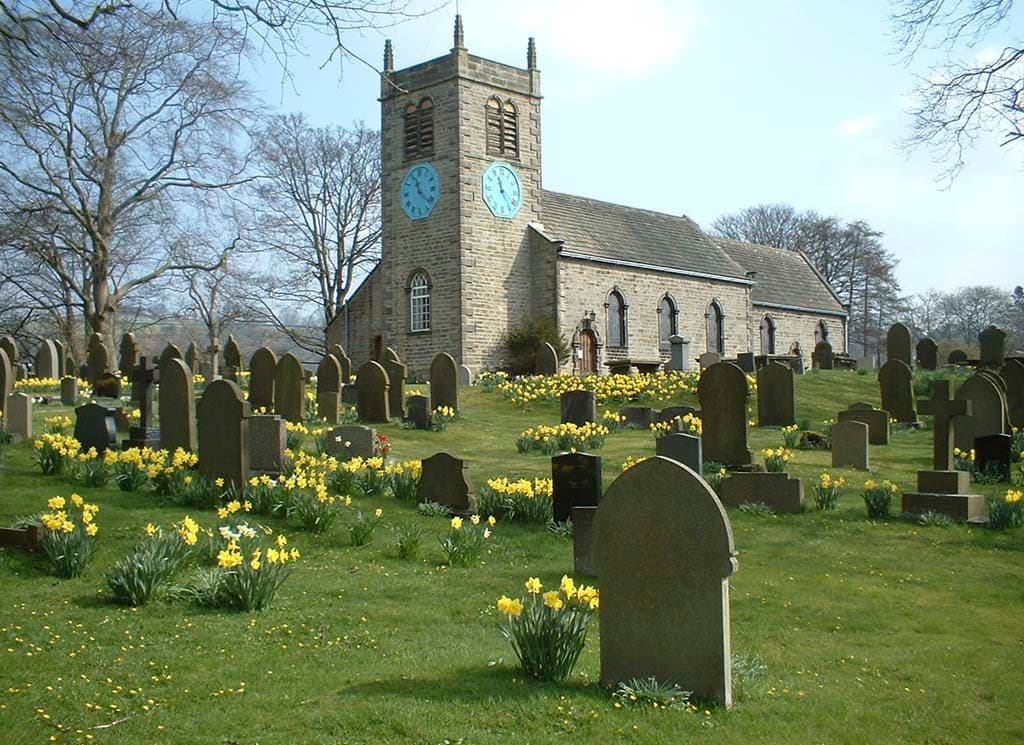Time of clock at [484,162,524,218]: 11:24
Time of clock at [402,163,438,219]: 11:22
